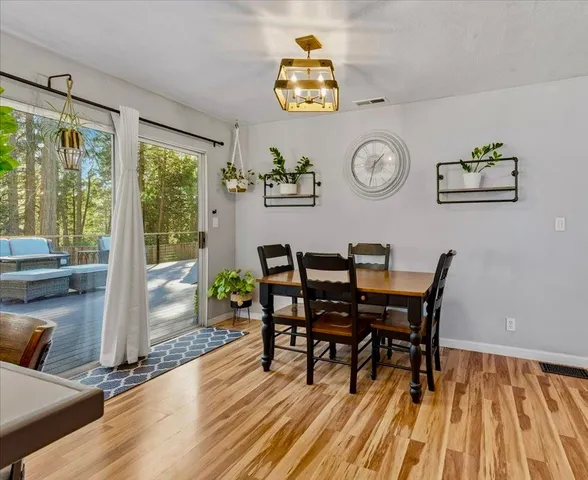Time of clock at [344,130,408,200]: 1:32
